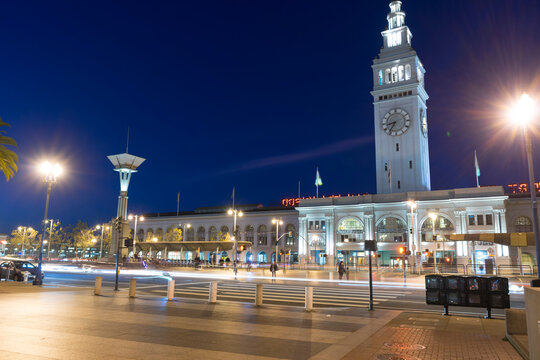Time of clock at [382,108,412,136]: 8:35
